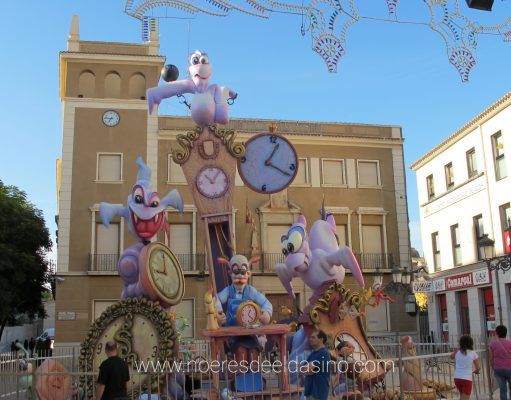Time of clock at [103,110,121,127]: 6:46
